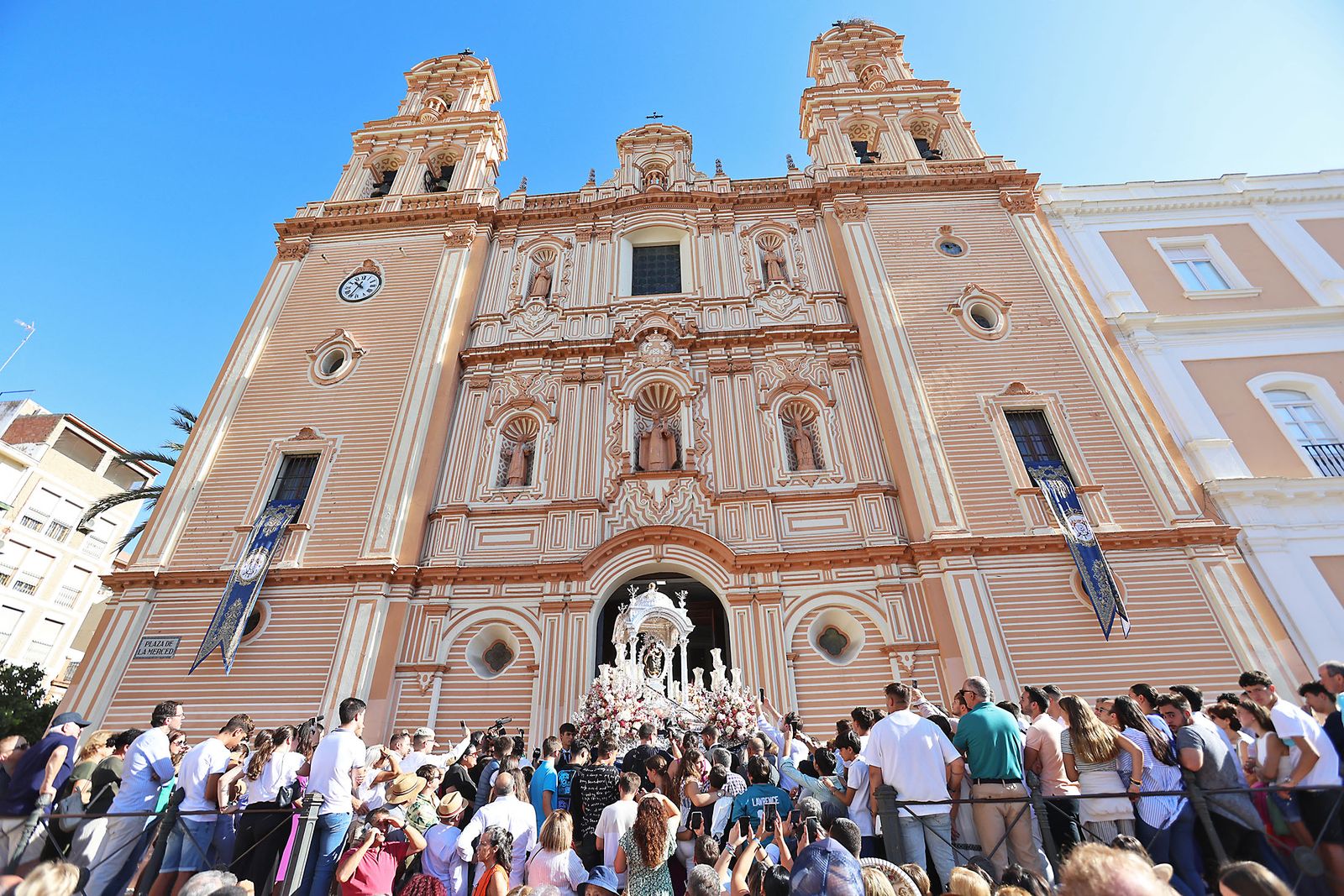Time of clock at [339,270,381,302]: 10:35
